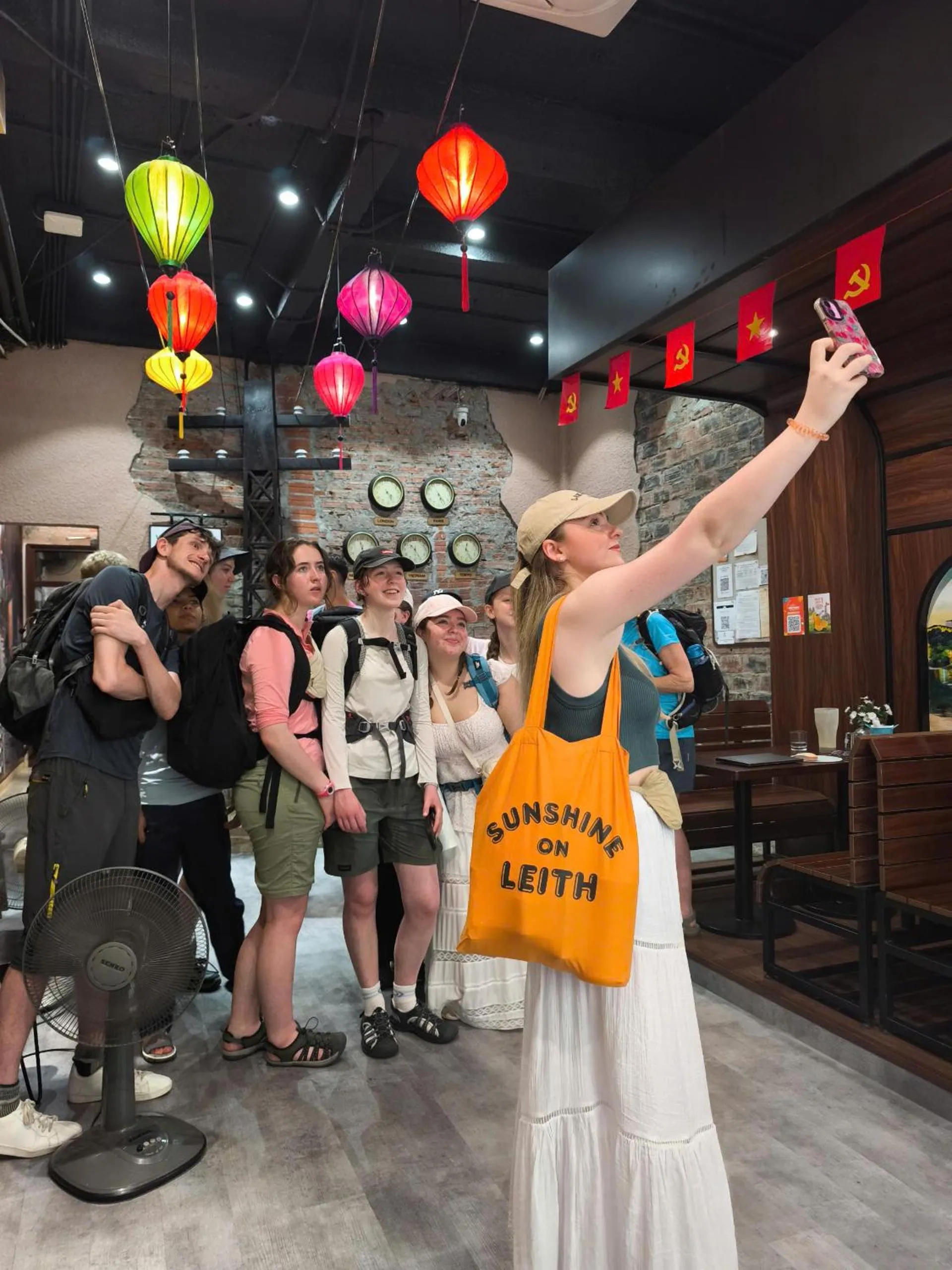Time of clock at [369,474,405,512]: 4:26
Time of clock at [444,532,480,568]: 12:26
